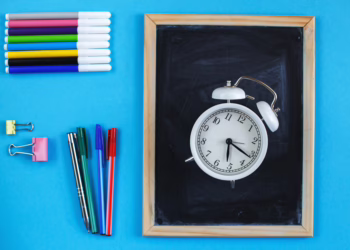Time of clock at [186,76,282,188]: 6:21
